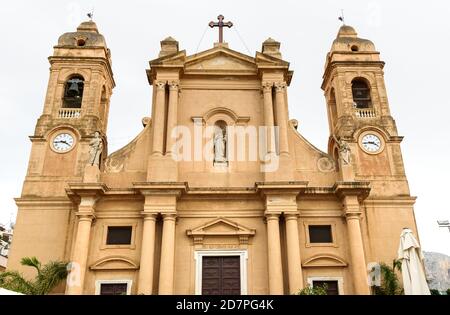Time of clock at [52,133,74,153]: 3:43
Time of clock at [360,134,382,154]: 3:43
